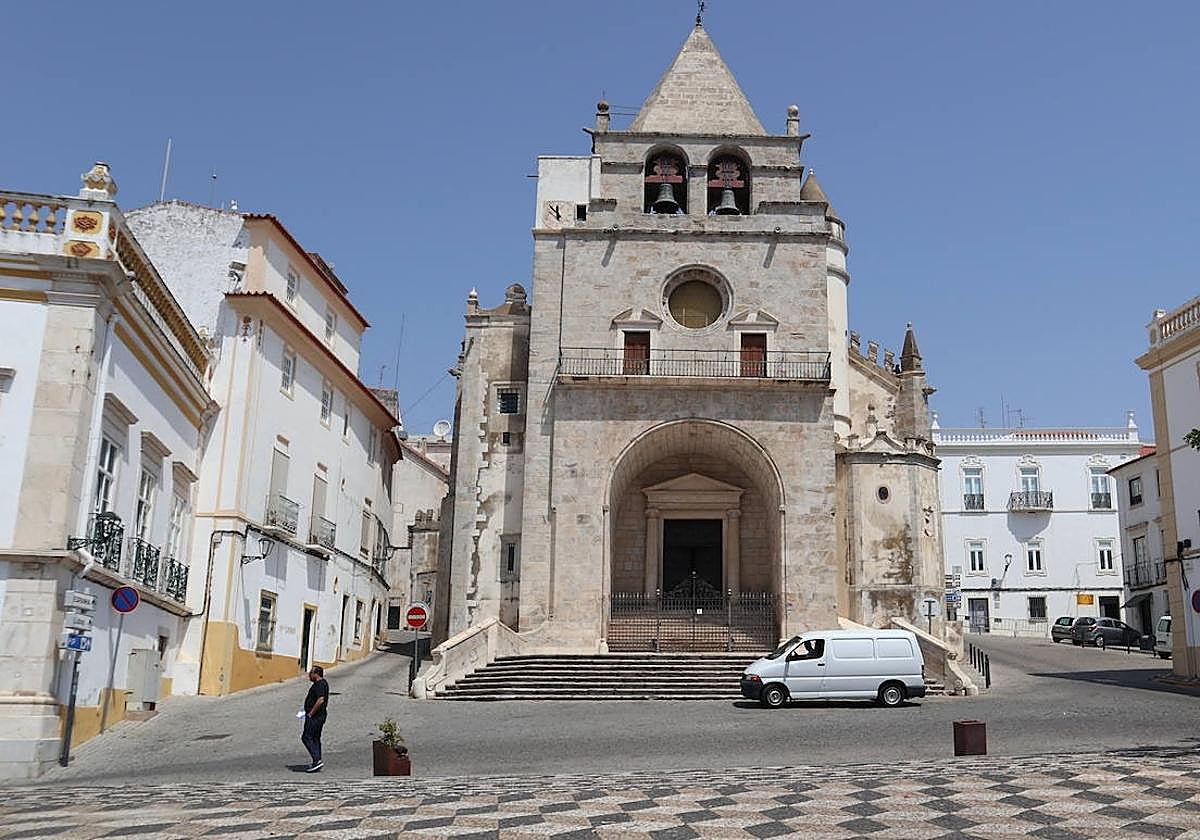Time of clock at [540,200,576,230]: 11:52
